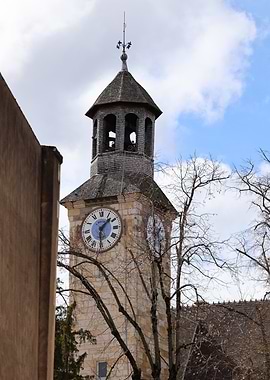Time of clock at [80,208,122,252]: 1:30
